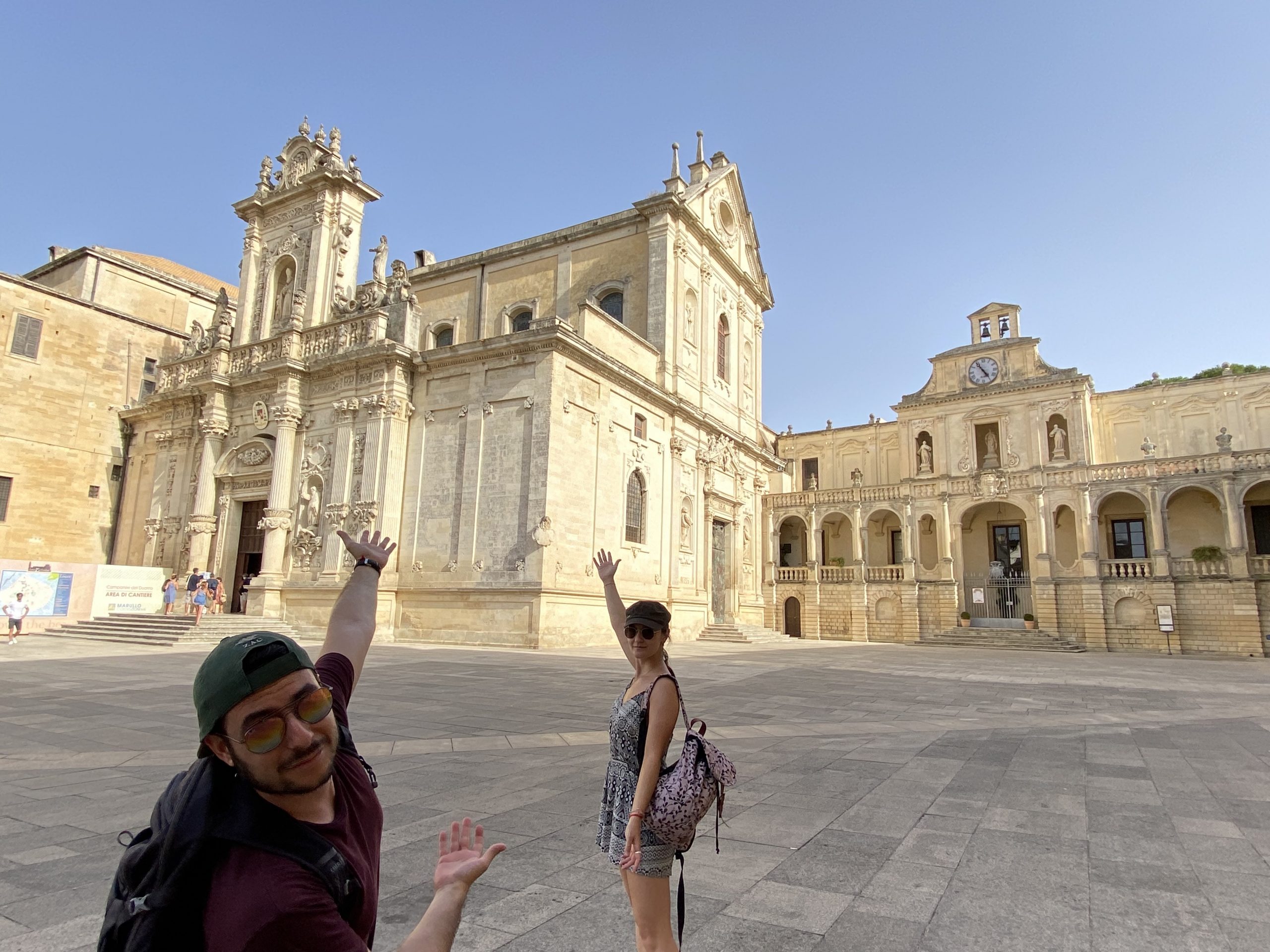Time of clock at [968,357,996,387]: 4:54
